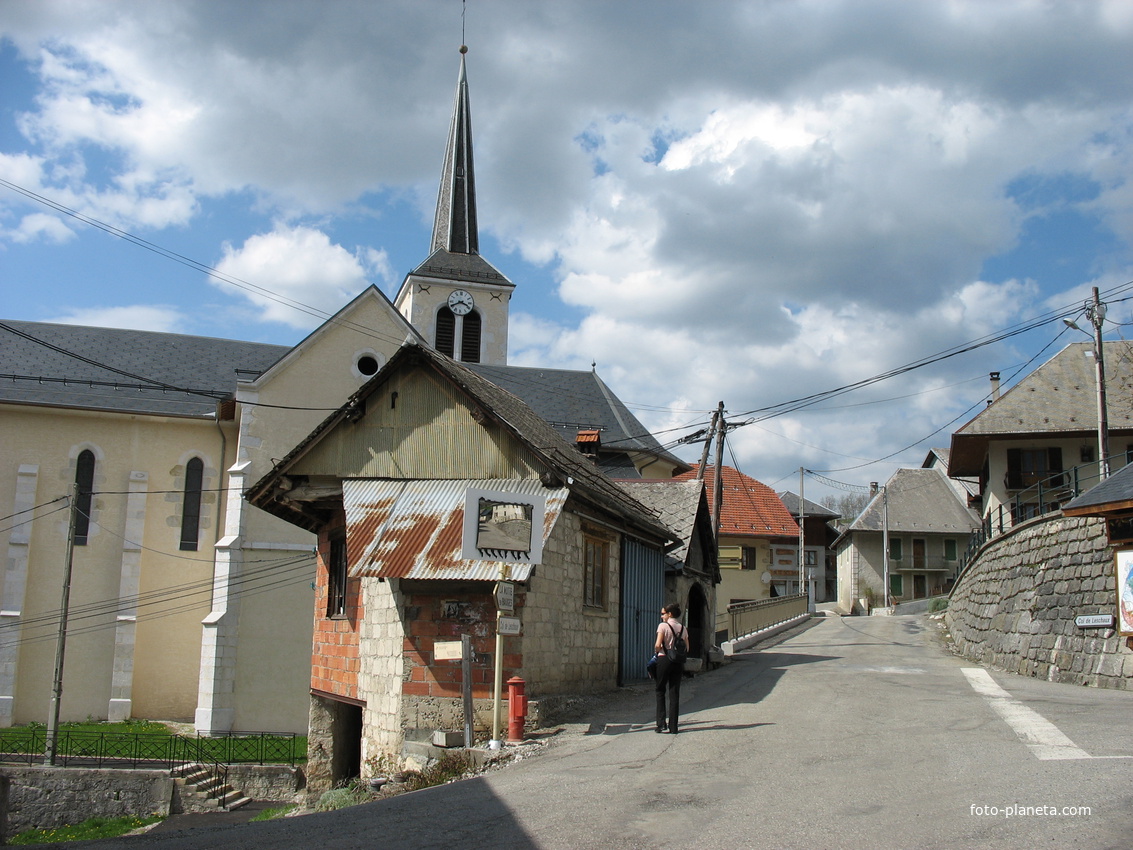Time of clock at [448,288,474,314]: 3:40
